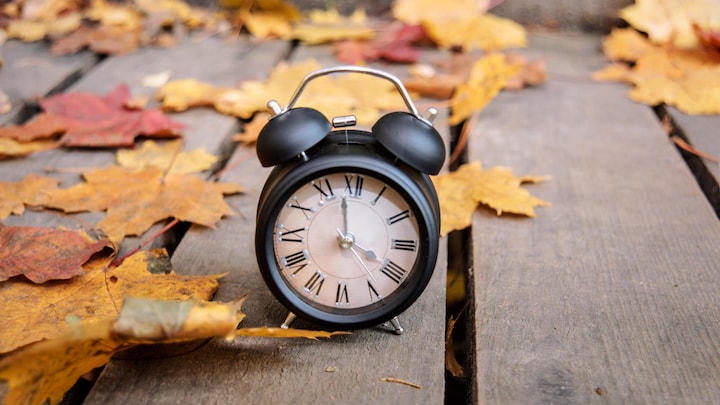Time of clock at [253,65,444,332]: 3:58
